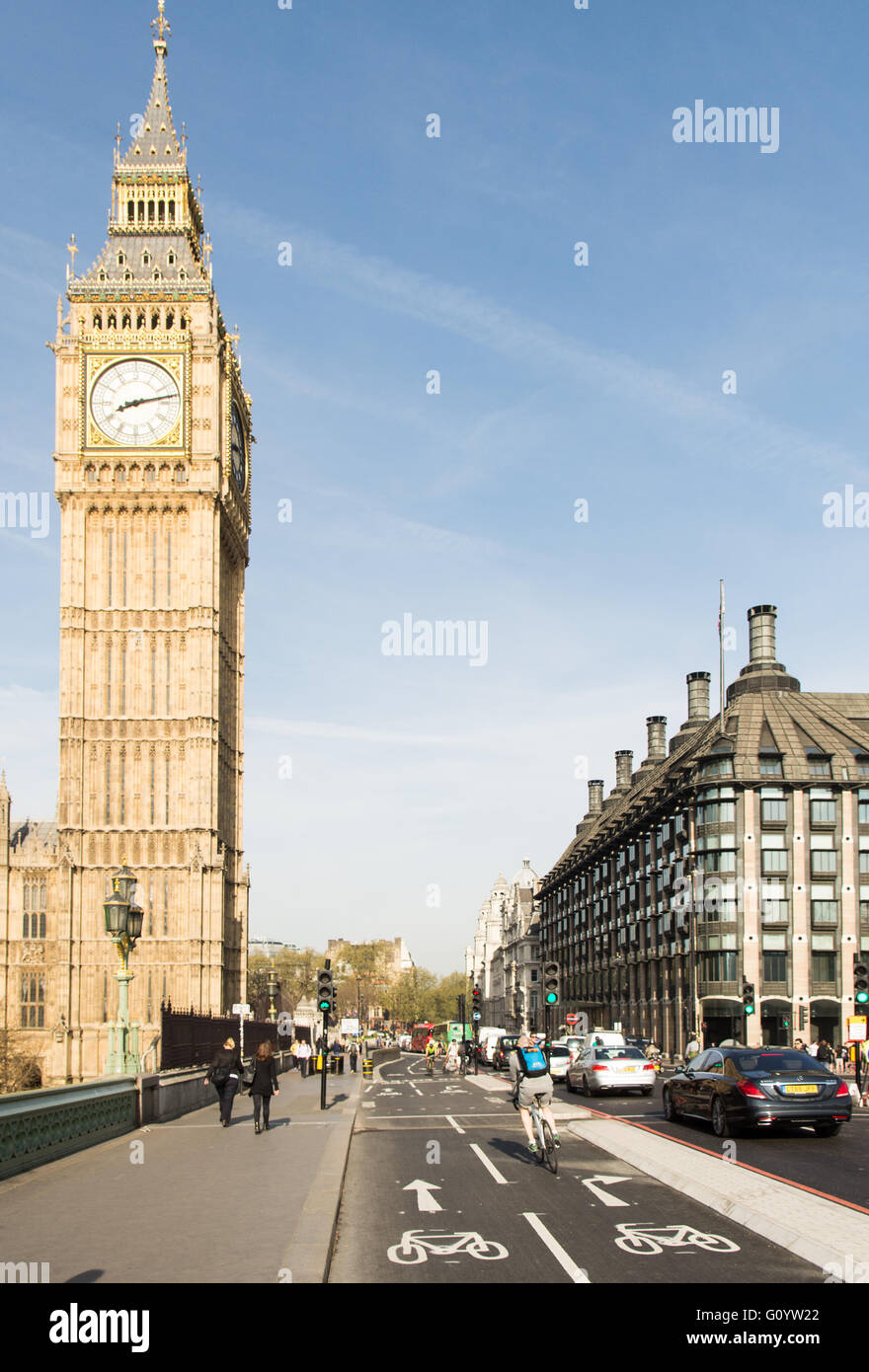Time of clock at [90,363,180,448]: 8:13
